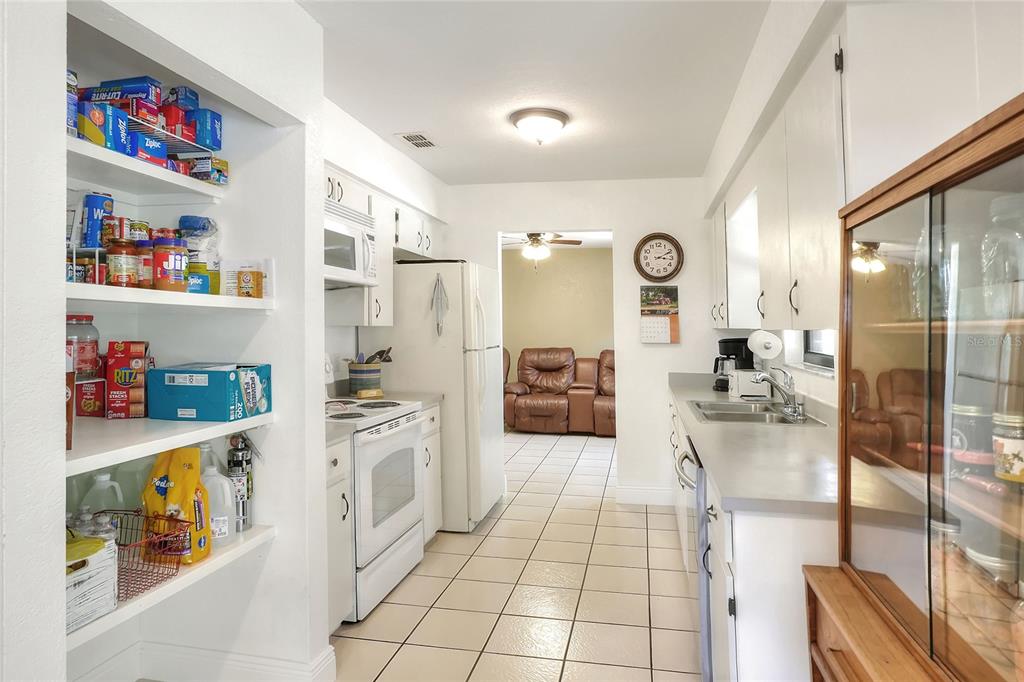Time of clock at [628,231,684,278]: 3:10
